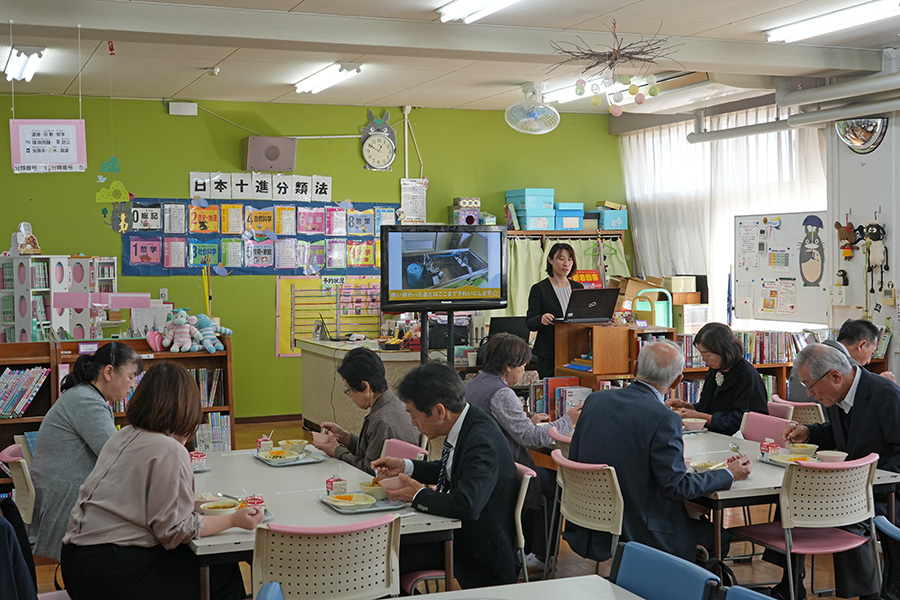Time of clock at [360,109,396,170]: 12:49
